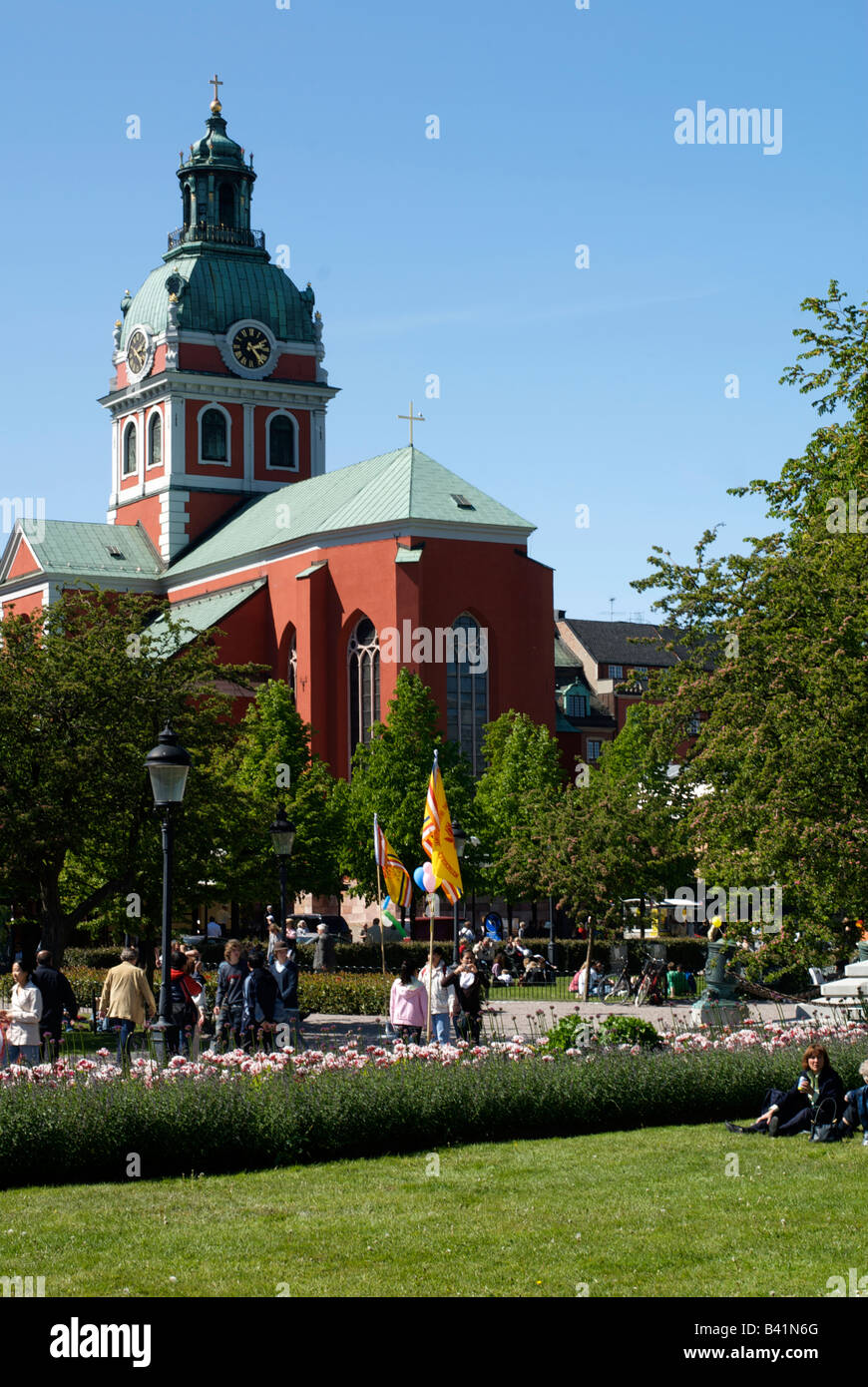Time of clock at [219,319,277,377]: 2:23
